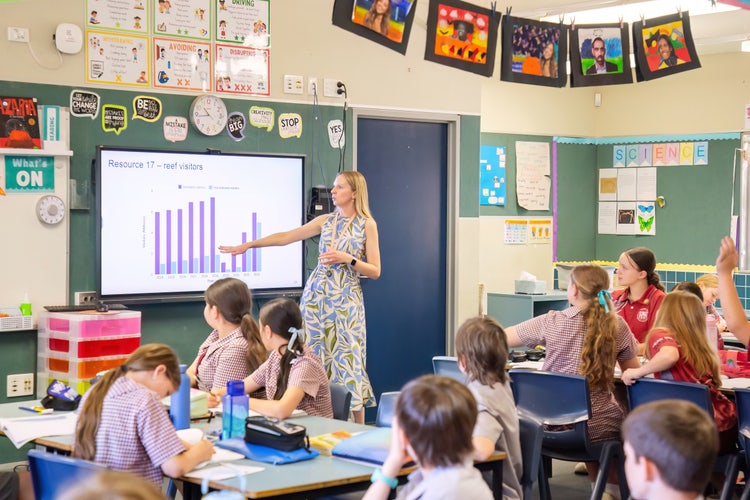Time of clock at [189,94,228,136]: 10:43
